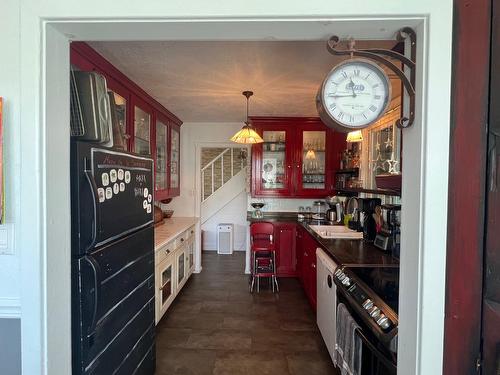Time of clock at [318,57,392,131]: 11:44
